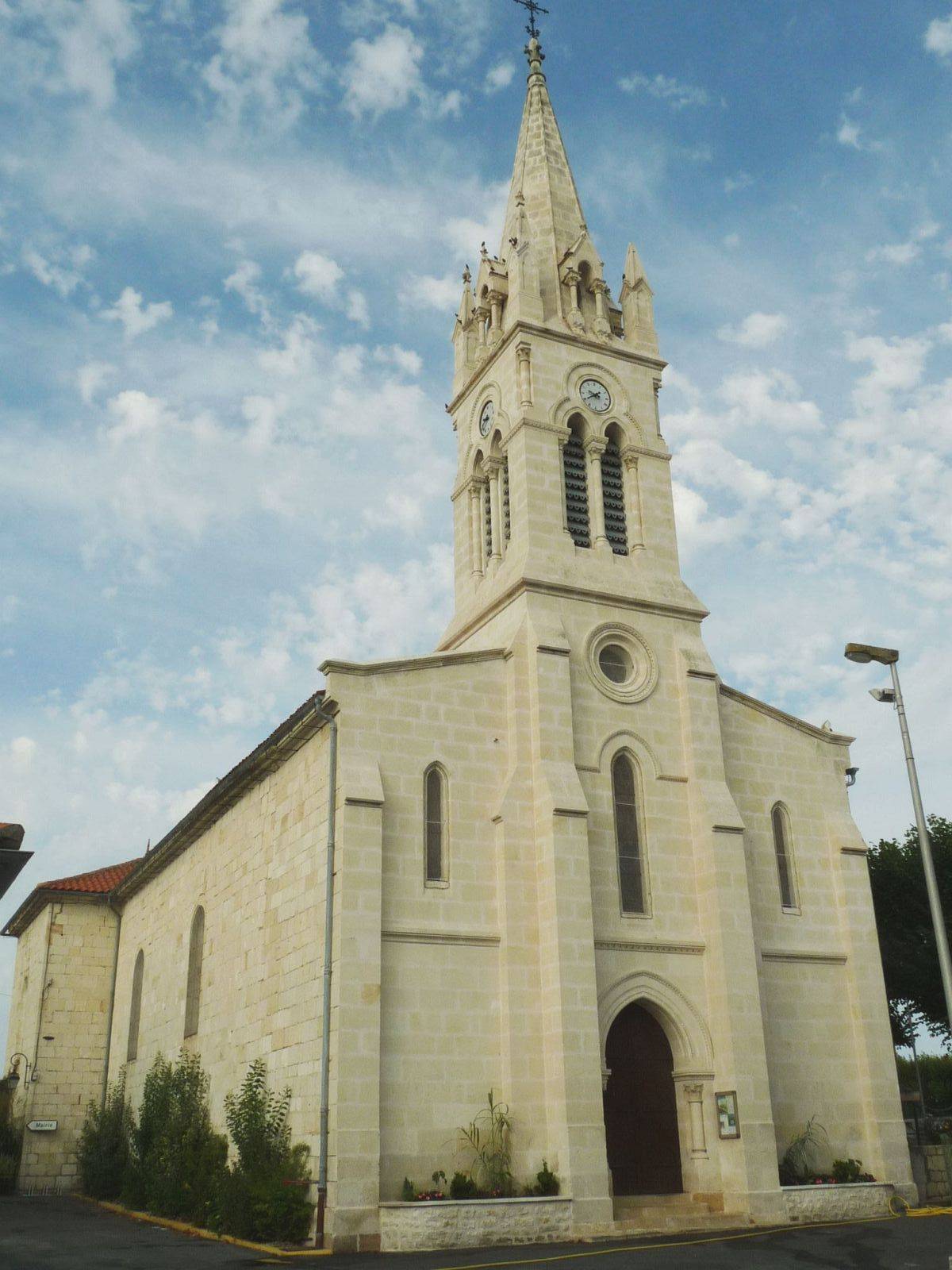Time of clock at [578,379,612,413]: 9:40
